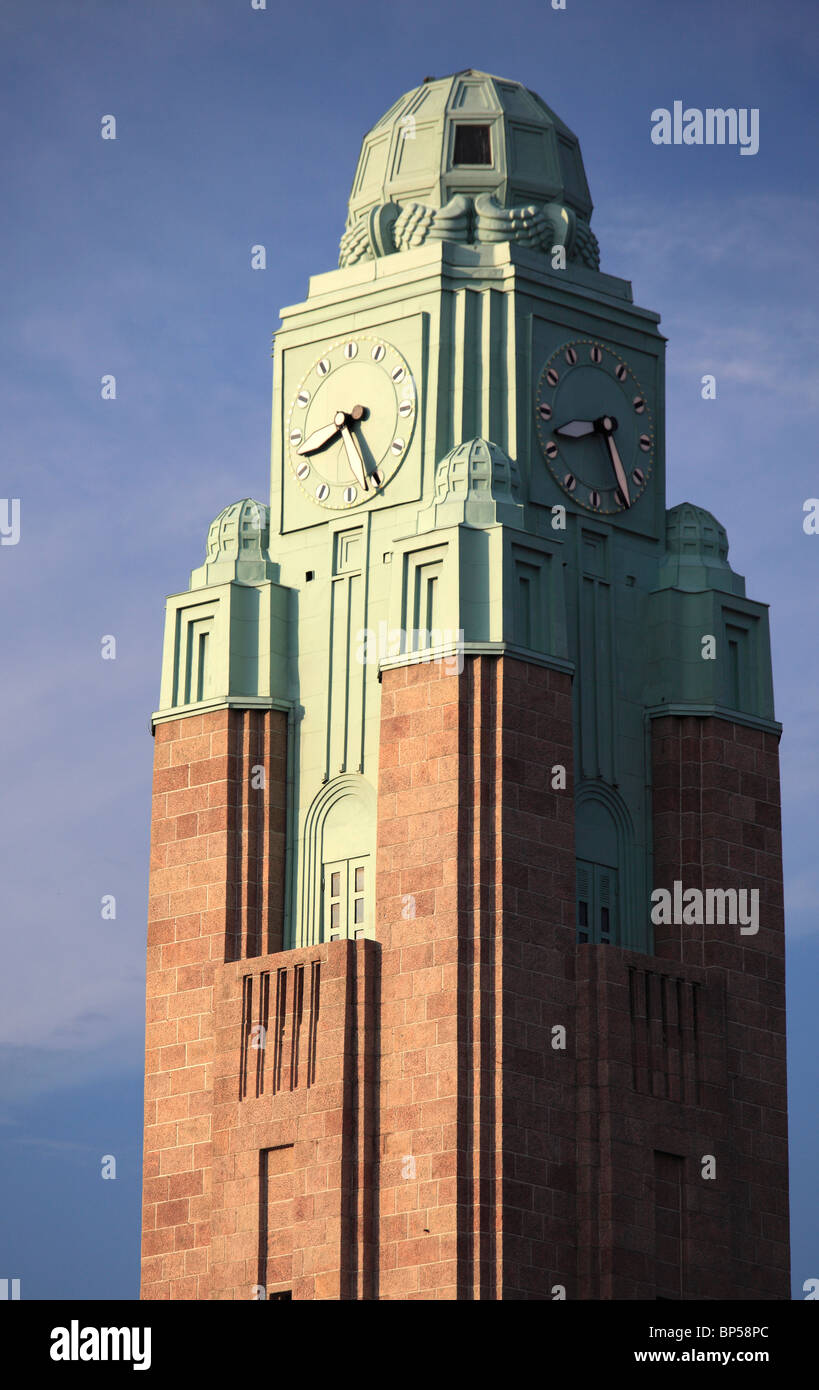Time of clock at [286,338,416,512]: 8:25
